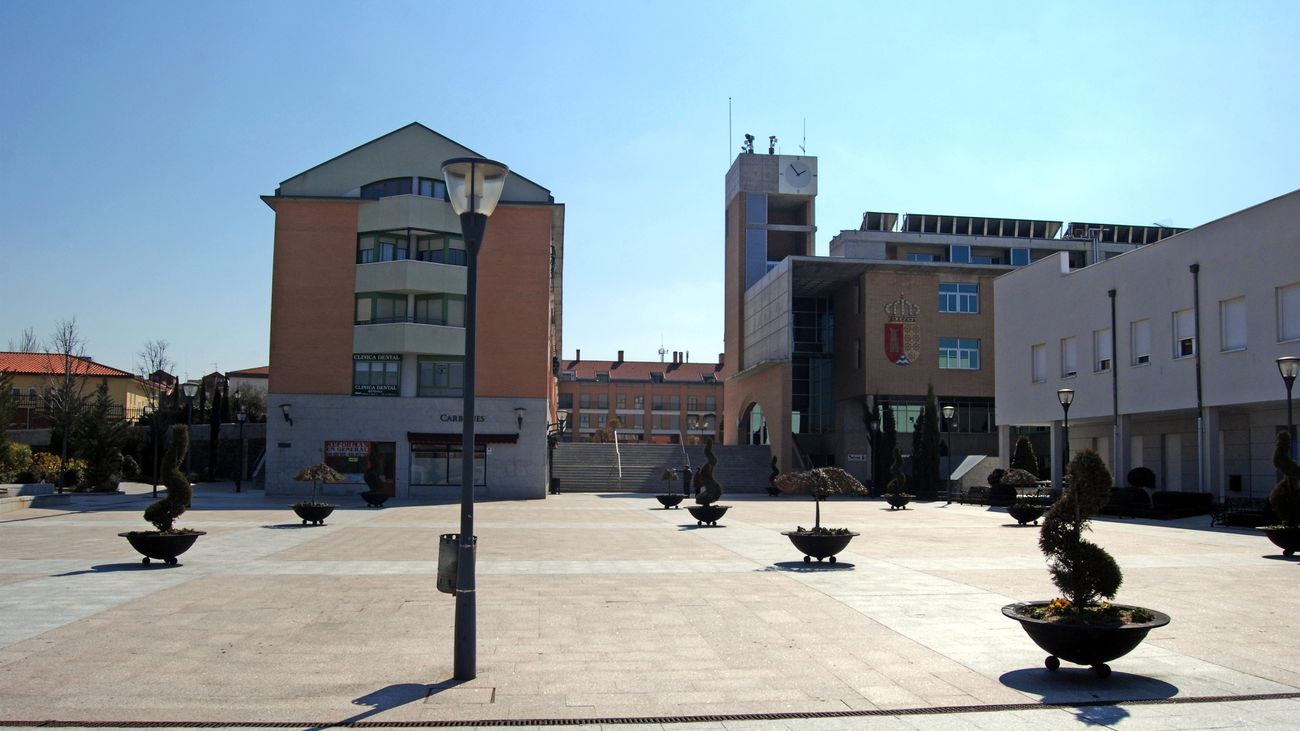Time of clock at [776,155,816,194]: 1:54
